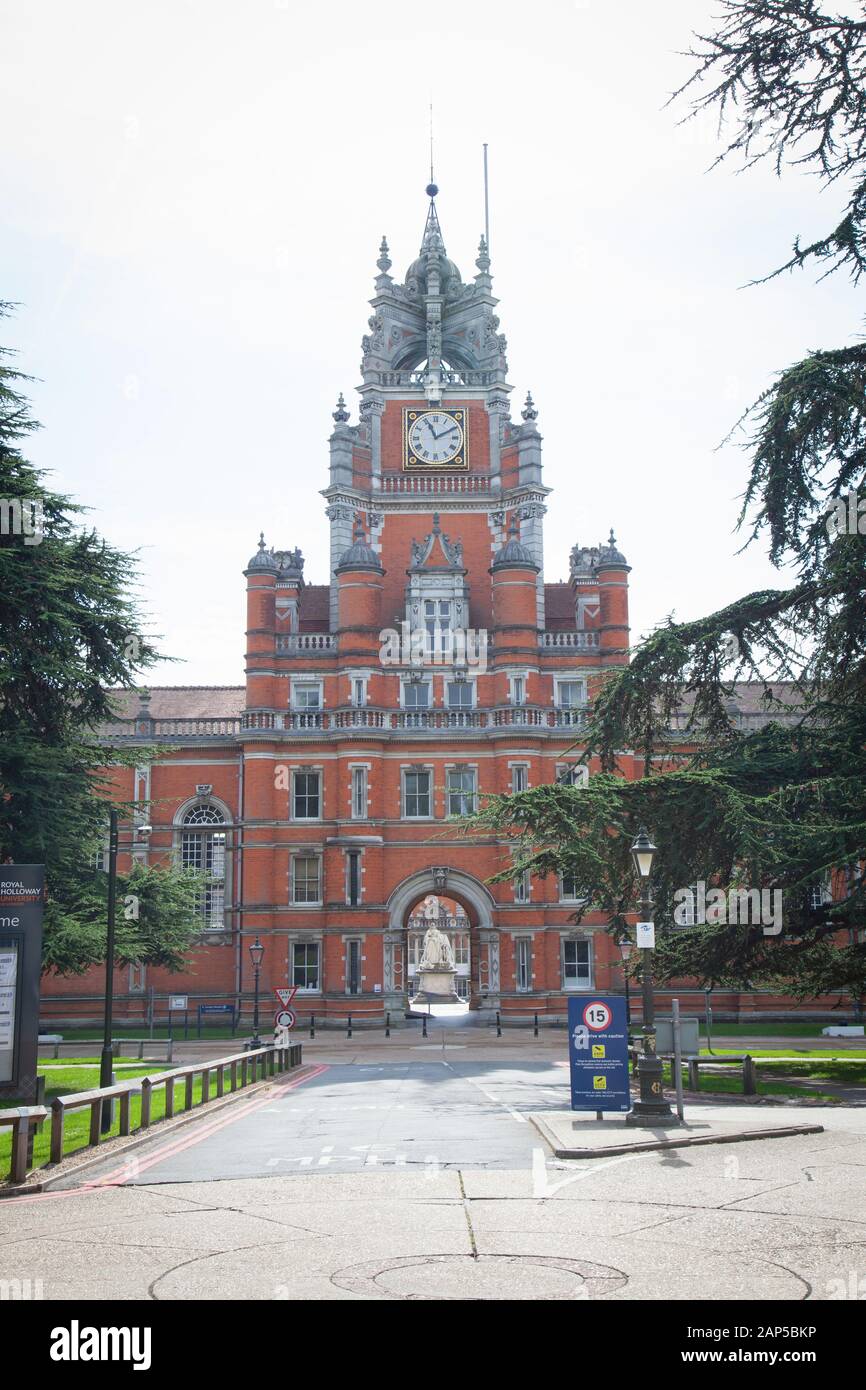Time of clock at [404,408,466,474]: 11:10
